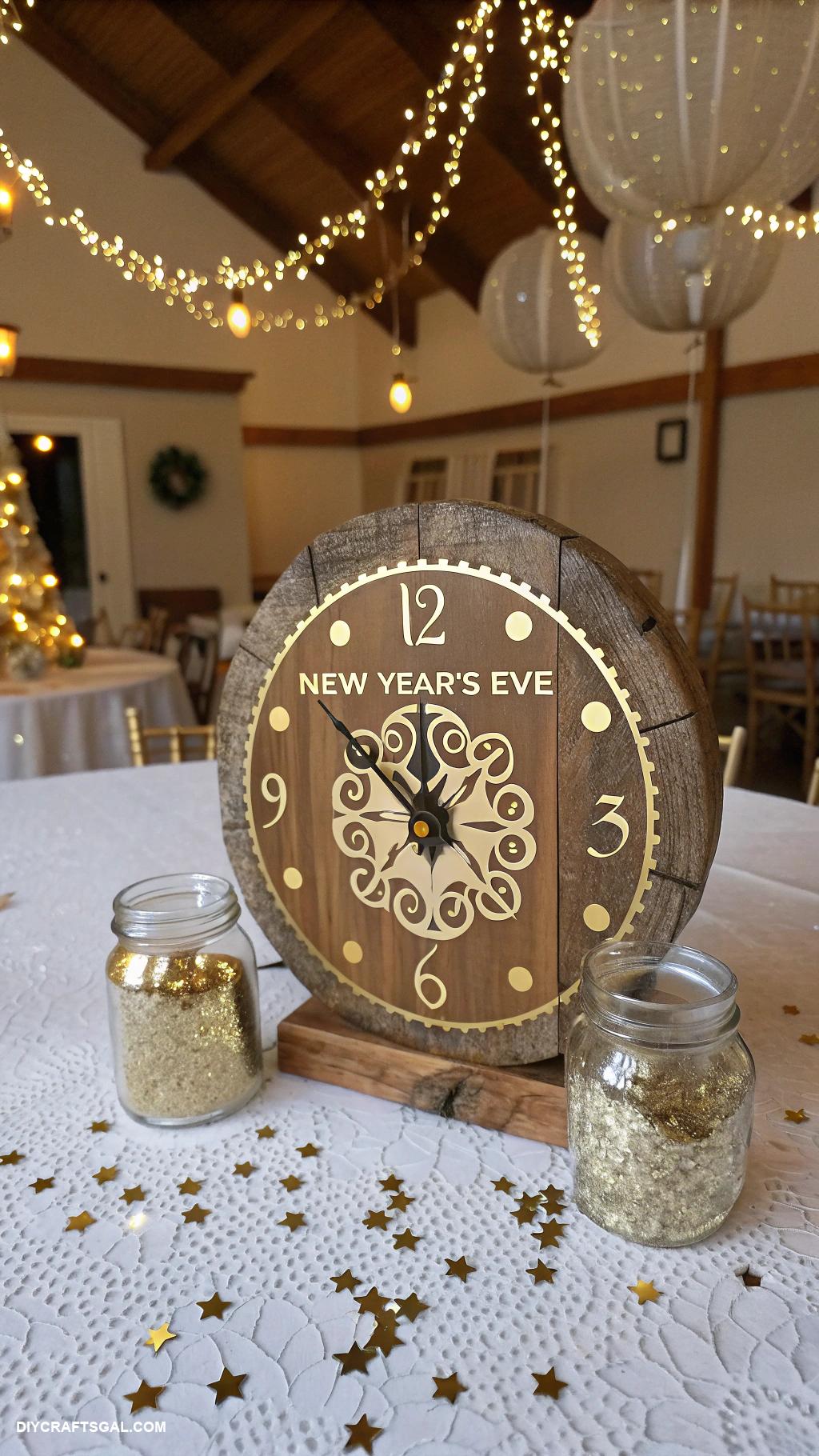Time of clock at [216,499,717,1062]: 11:51
